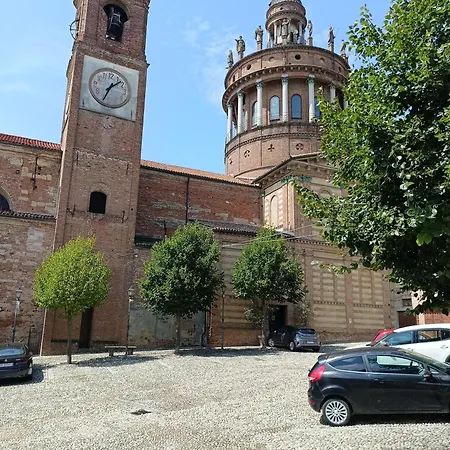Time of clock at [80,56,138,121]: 1:33
